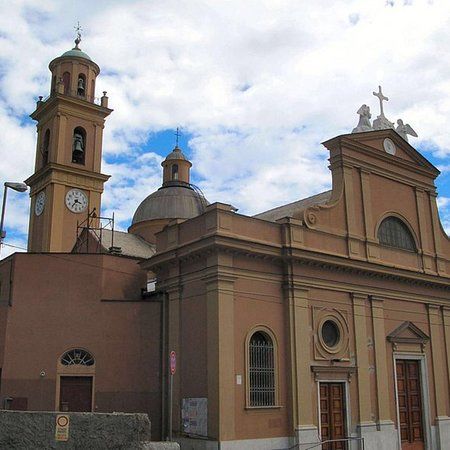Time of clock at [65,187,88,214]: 3:35
